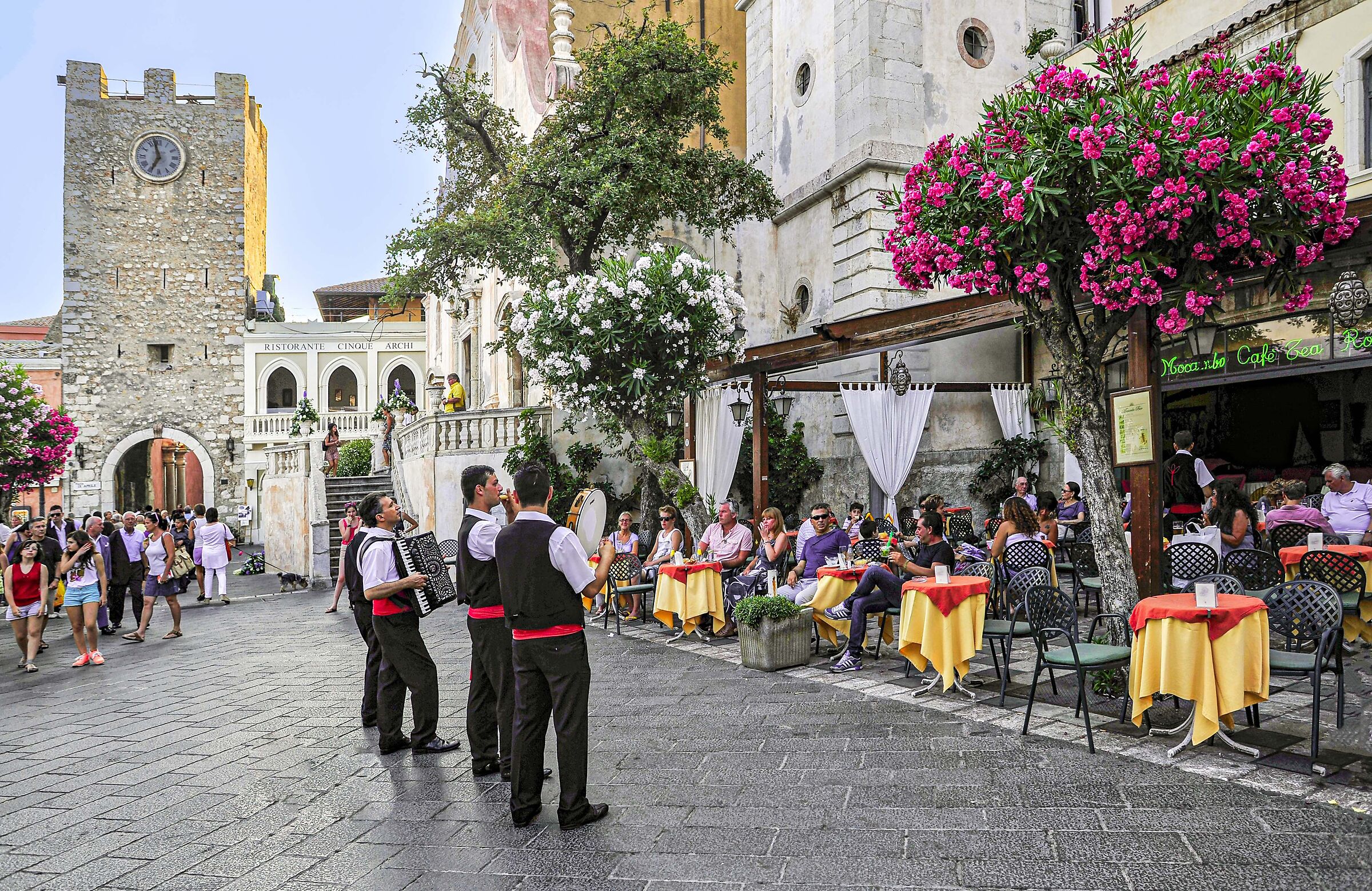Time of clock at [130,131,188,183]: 6:57
